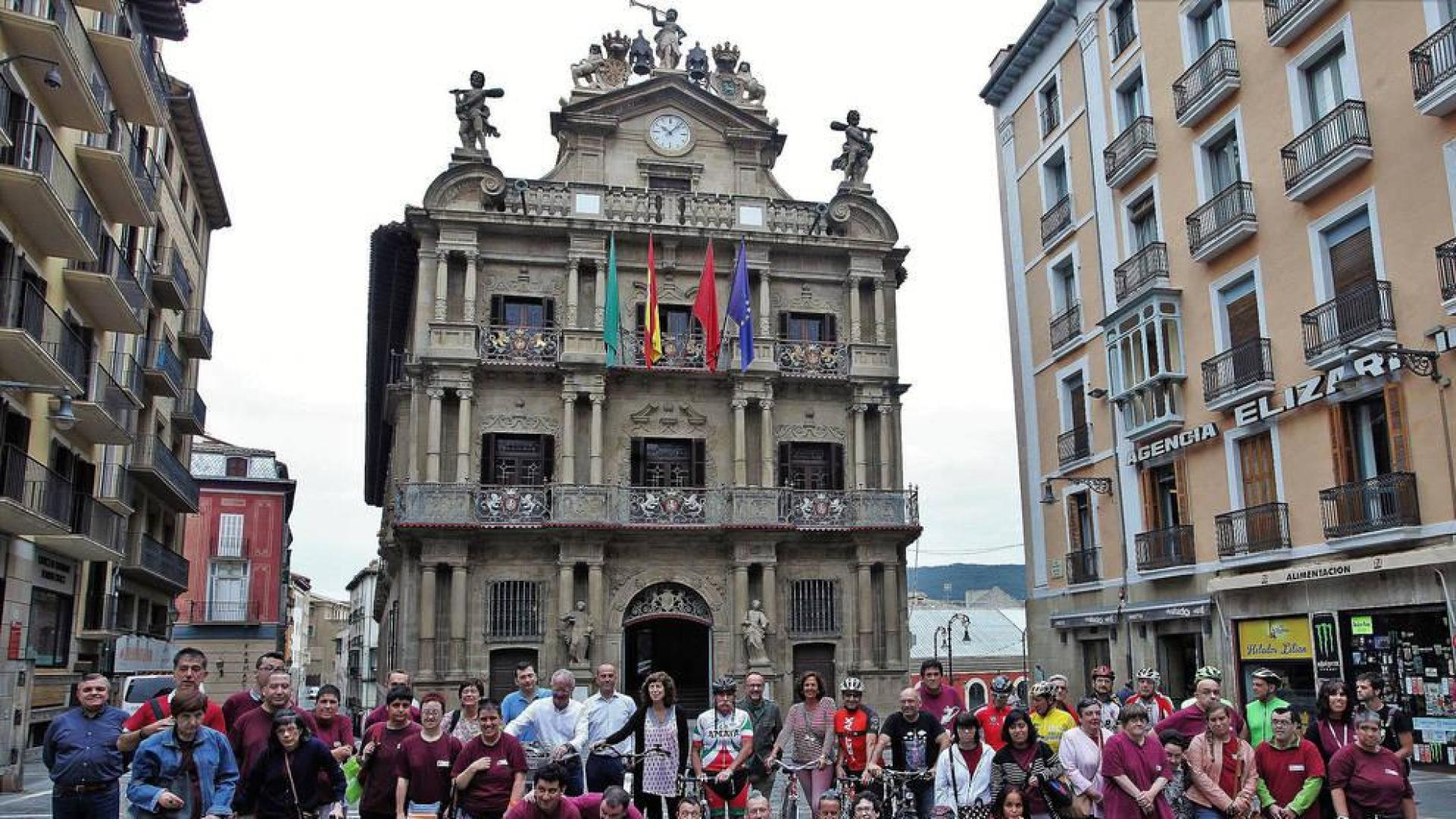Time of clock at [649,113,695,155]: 10:07
